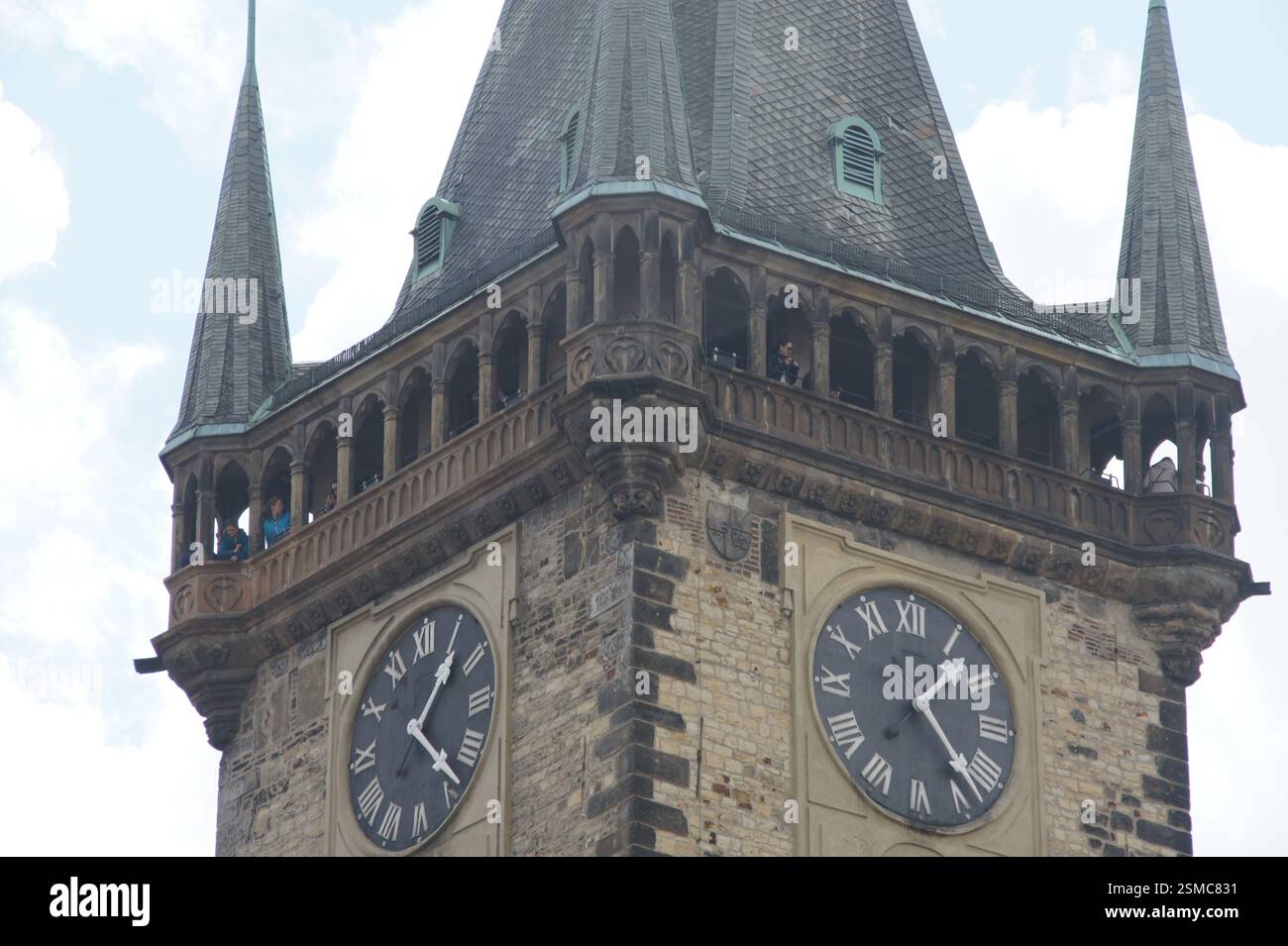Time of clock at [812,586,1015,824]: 1:22
